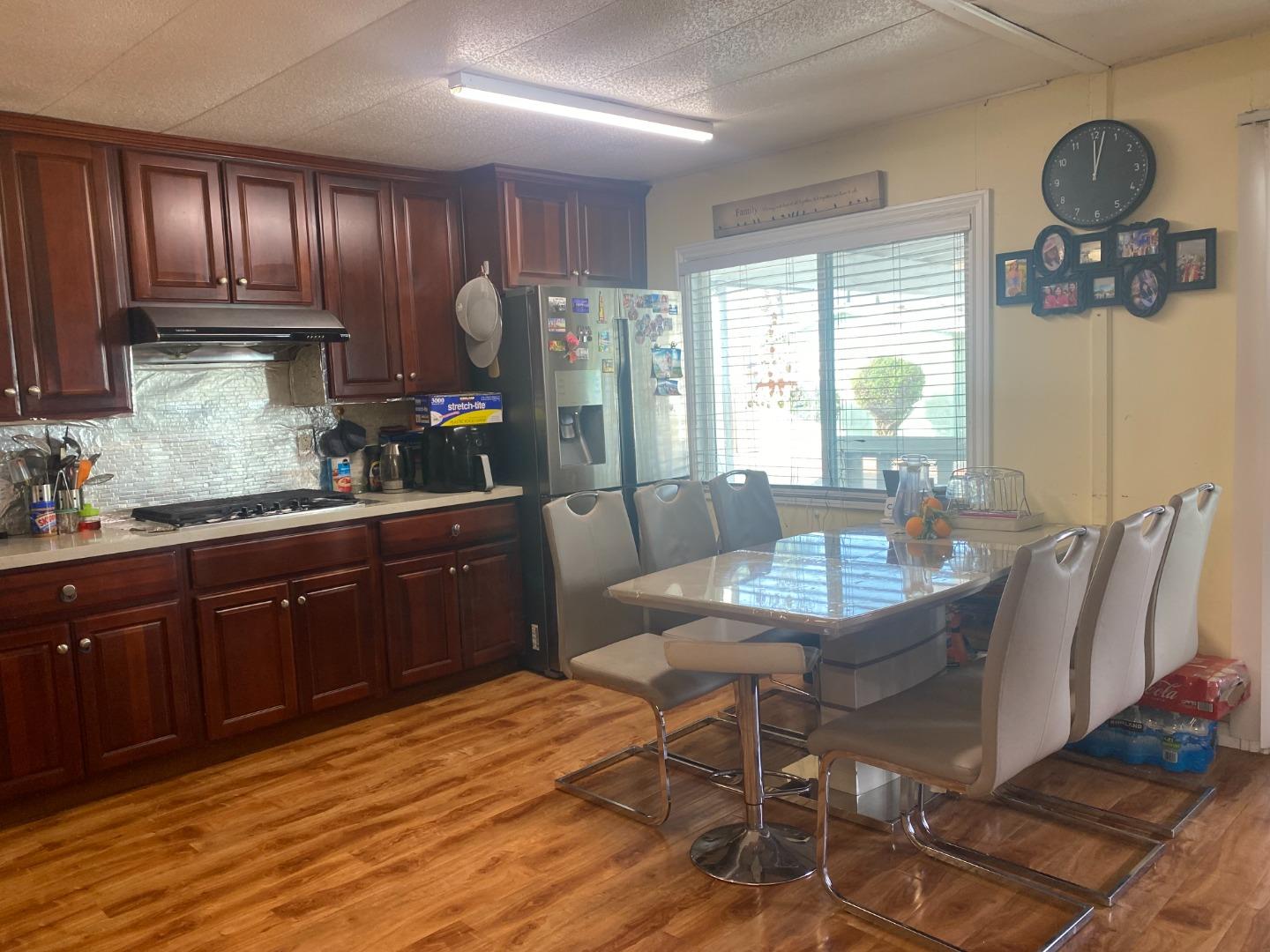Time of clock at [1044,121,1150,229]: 12:02
